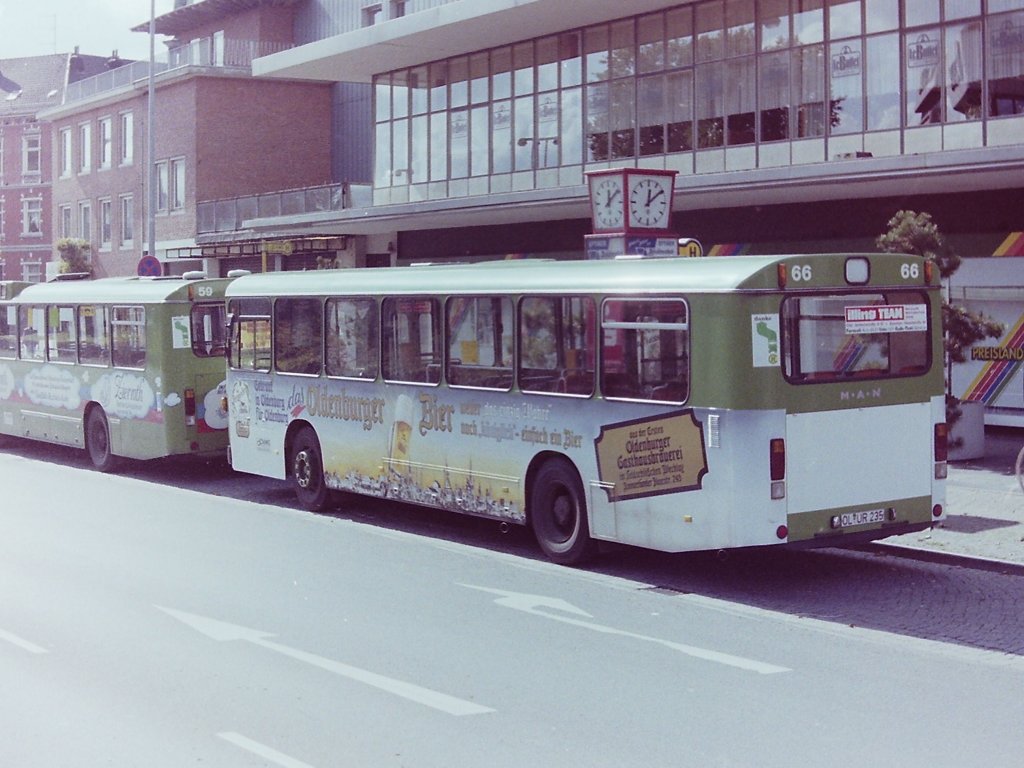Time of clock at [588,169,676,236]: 12:08
